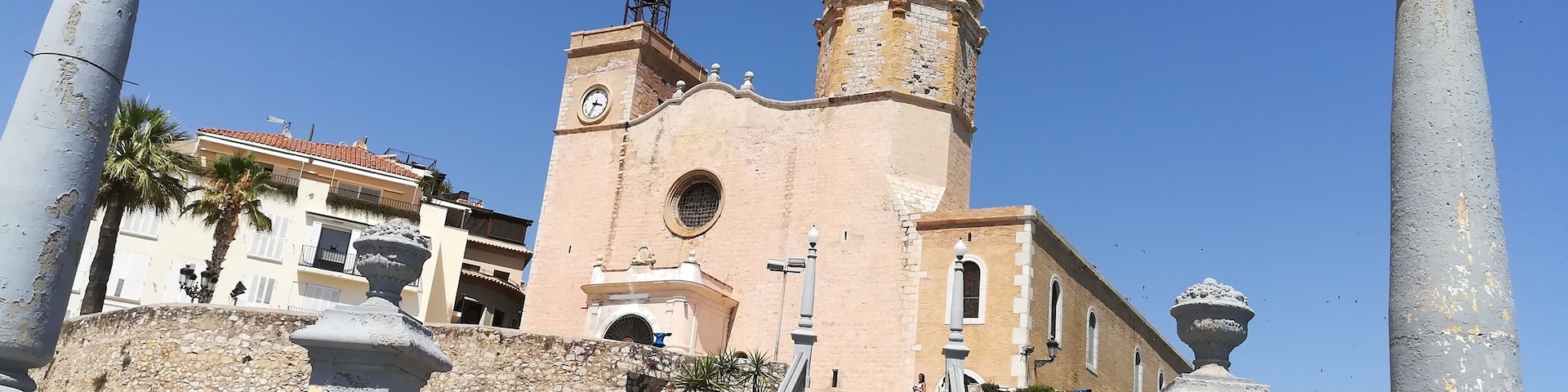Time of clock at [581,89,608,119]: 3:35
